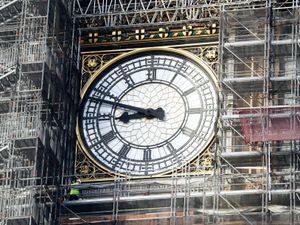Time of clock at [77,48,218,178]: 8:47
